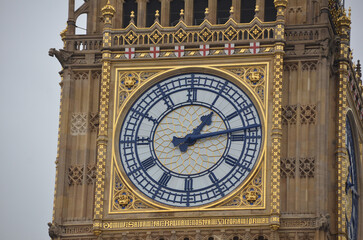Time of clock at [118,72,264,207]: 1:13
